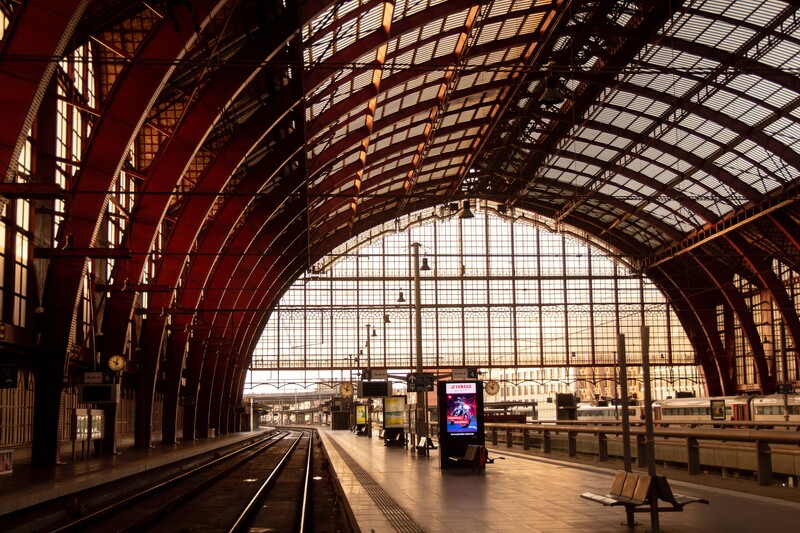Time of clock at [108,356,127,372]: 10:02
